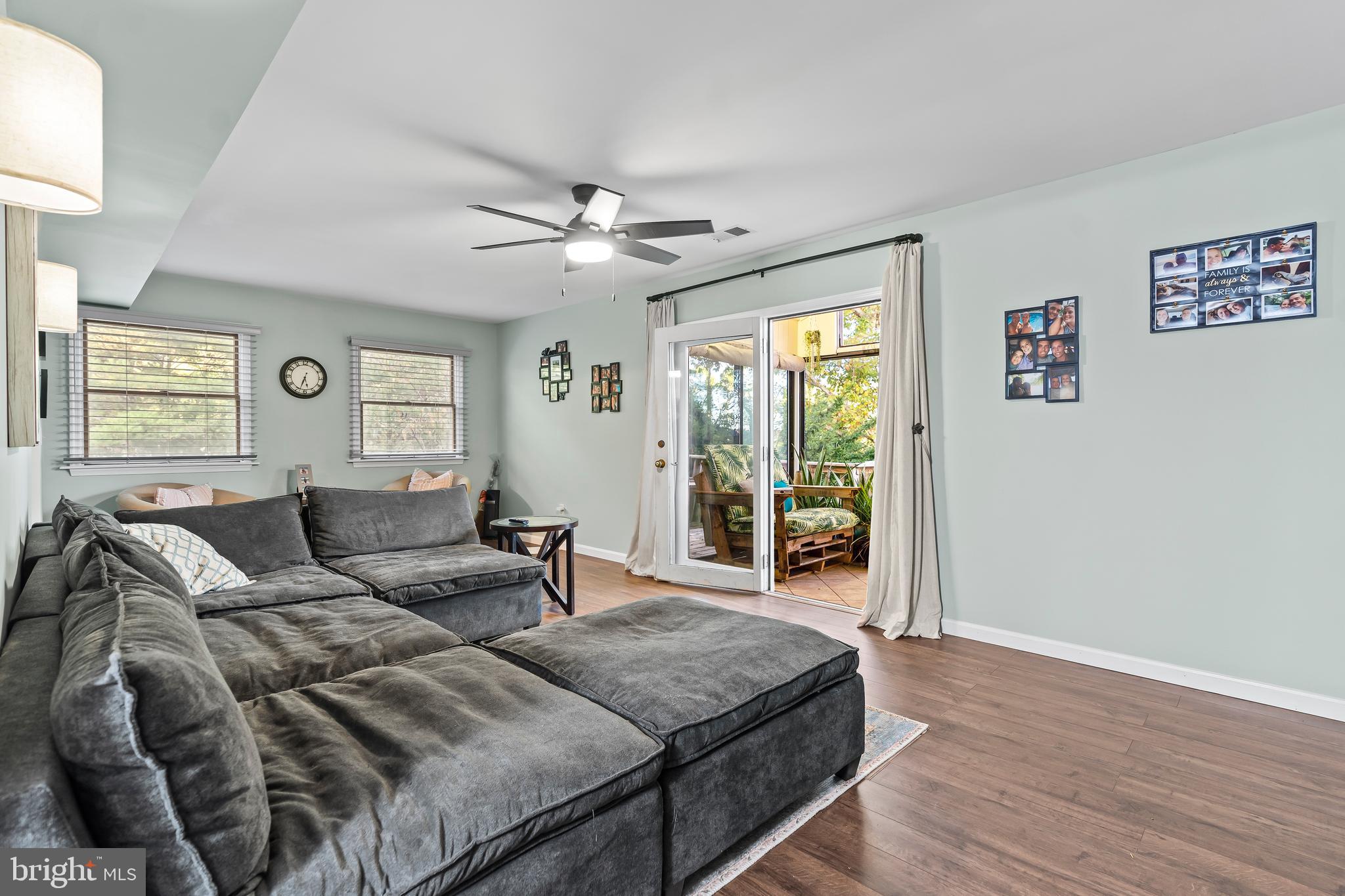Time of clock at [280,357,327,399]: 5:33
